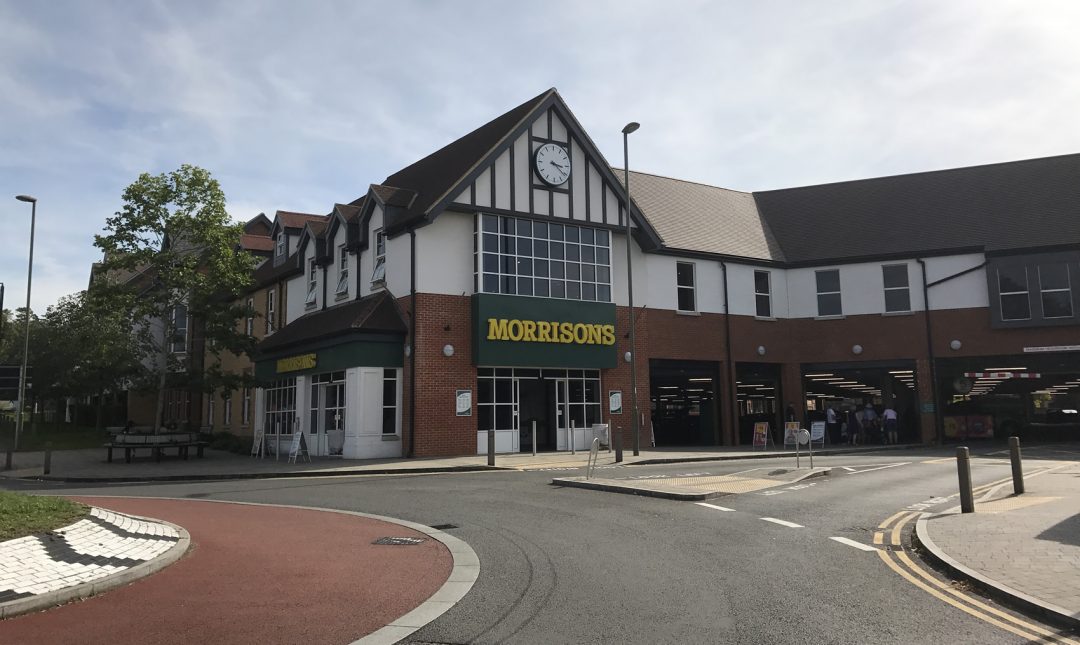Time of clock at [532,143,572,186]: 3:21
